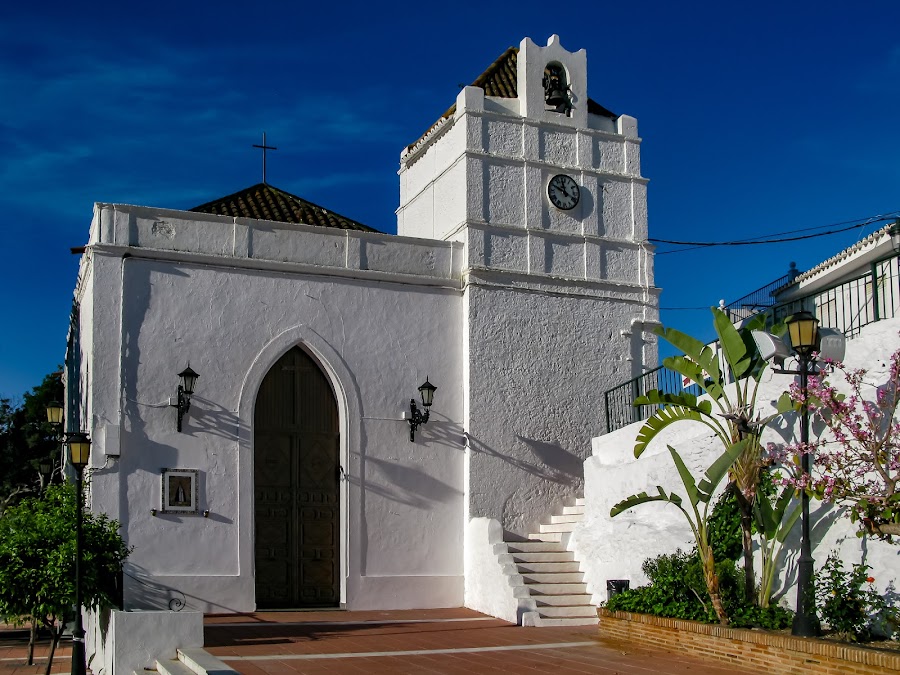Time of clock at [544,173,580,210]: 11:49
